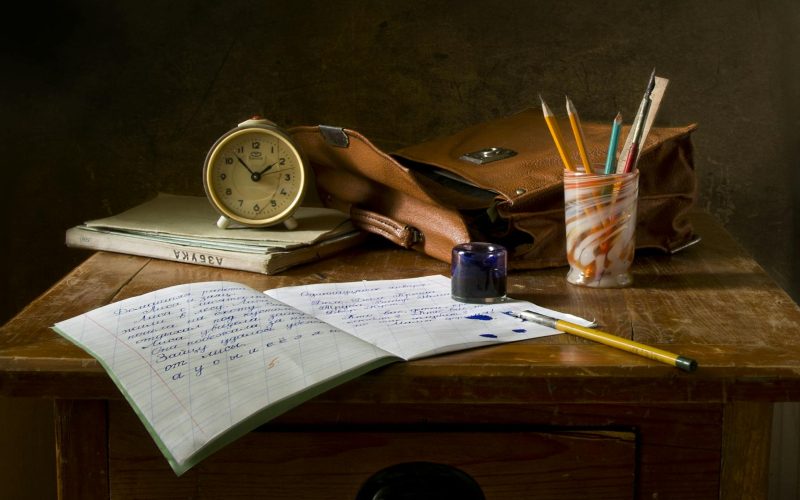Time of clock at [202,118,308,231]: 1:52
